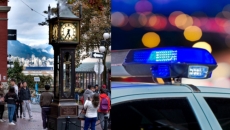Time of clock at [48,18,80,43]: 5:34
